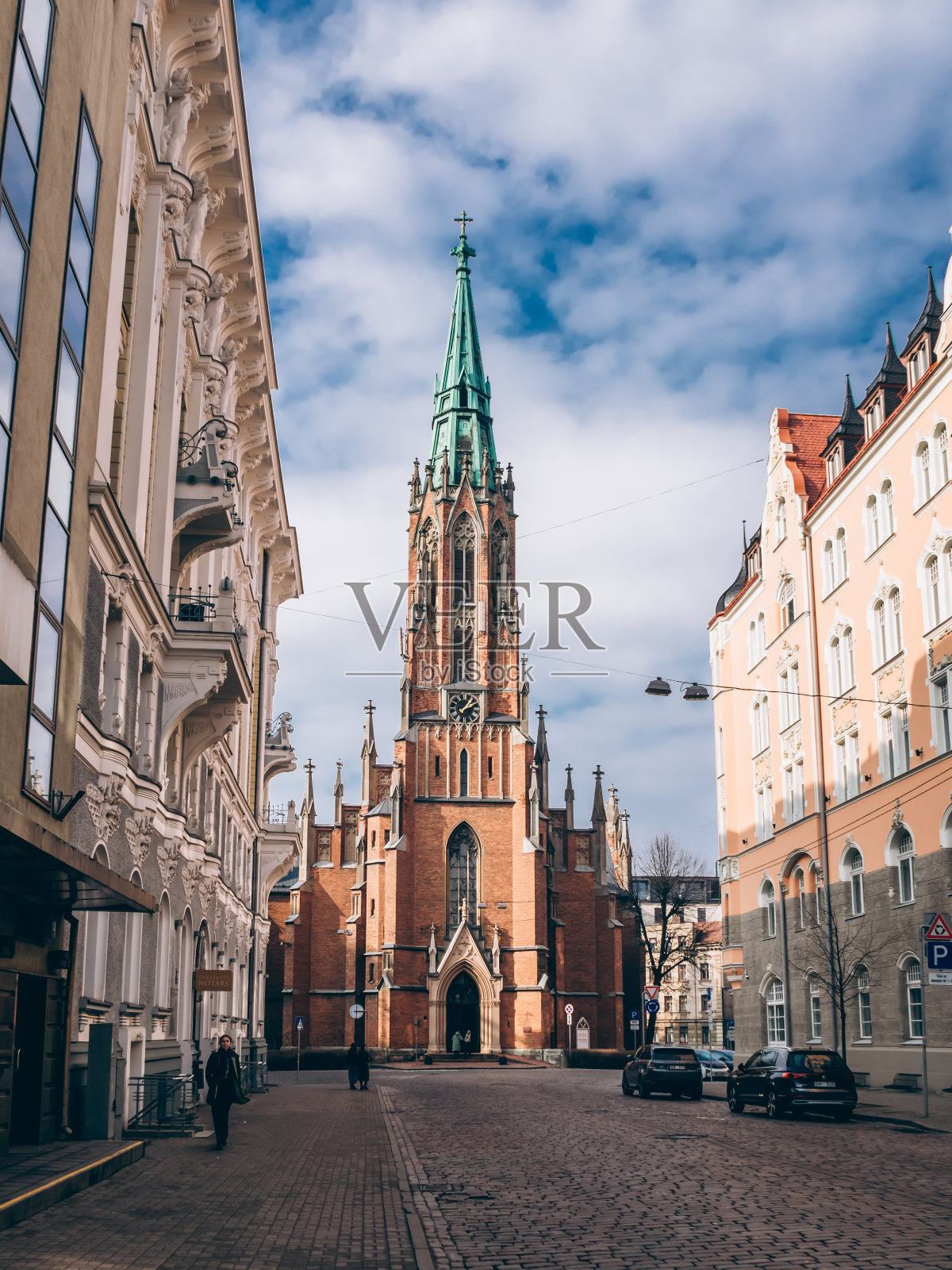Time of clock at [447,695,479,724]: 2:06
